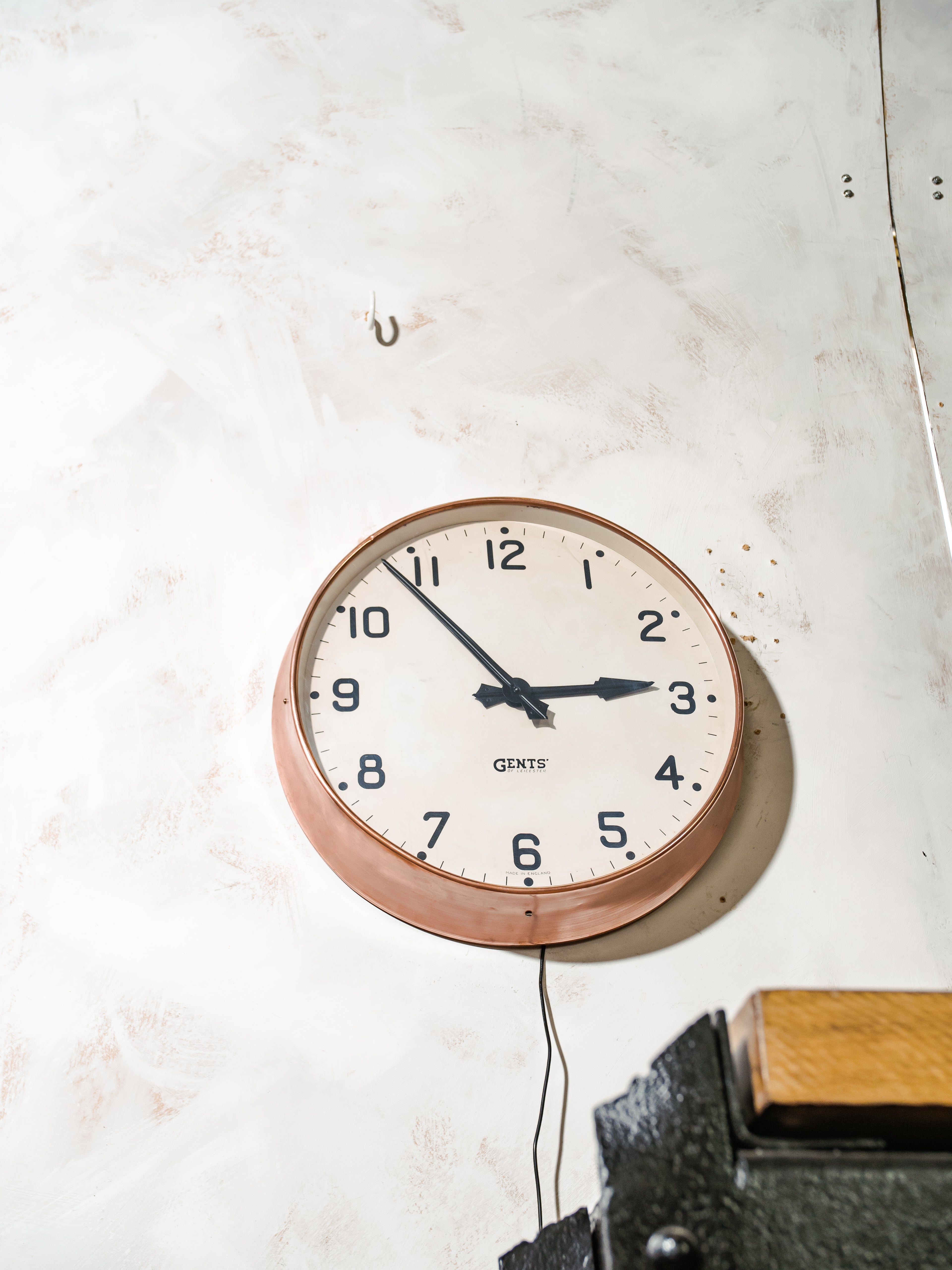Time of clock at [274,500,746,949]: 2:53
